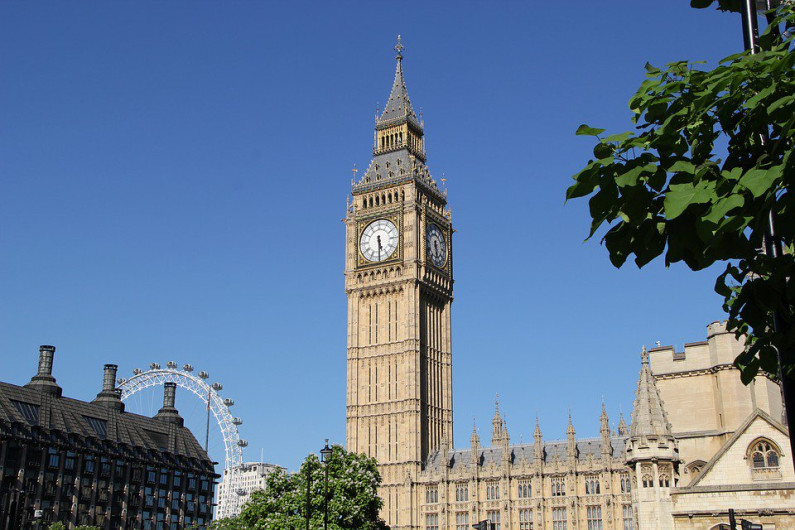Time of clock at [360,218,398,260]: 5:29
